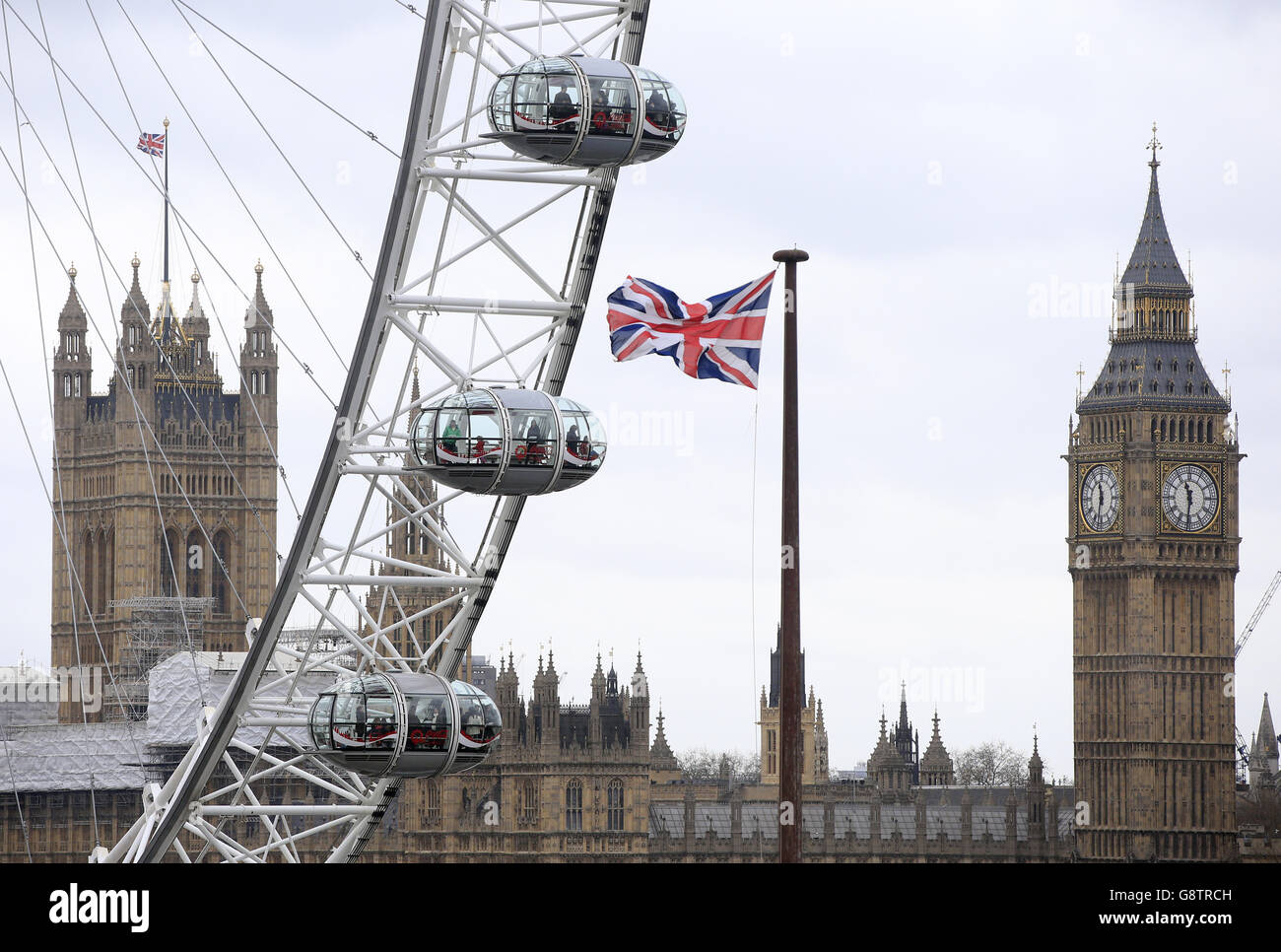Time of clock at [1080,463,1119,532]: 11:32
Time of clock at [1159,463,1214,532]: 11:31
